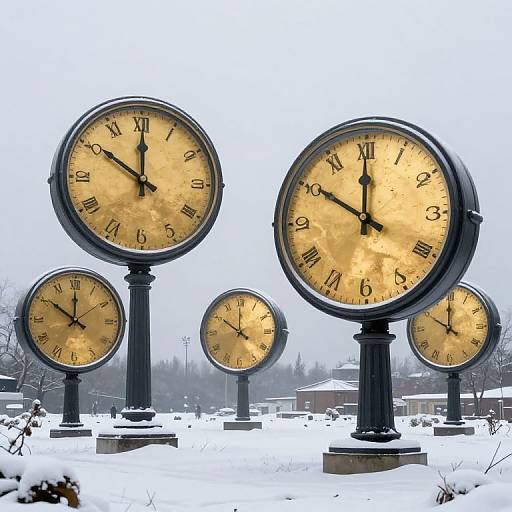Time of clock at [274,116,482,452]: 10:00
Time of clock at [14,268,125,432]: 10:00
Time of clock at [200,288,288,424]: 10:00
